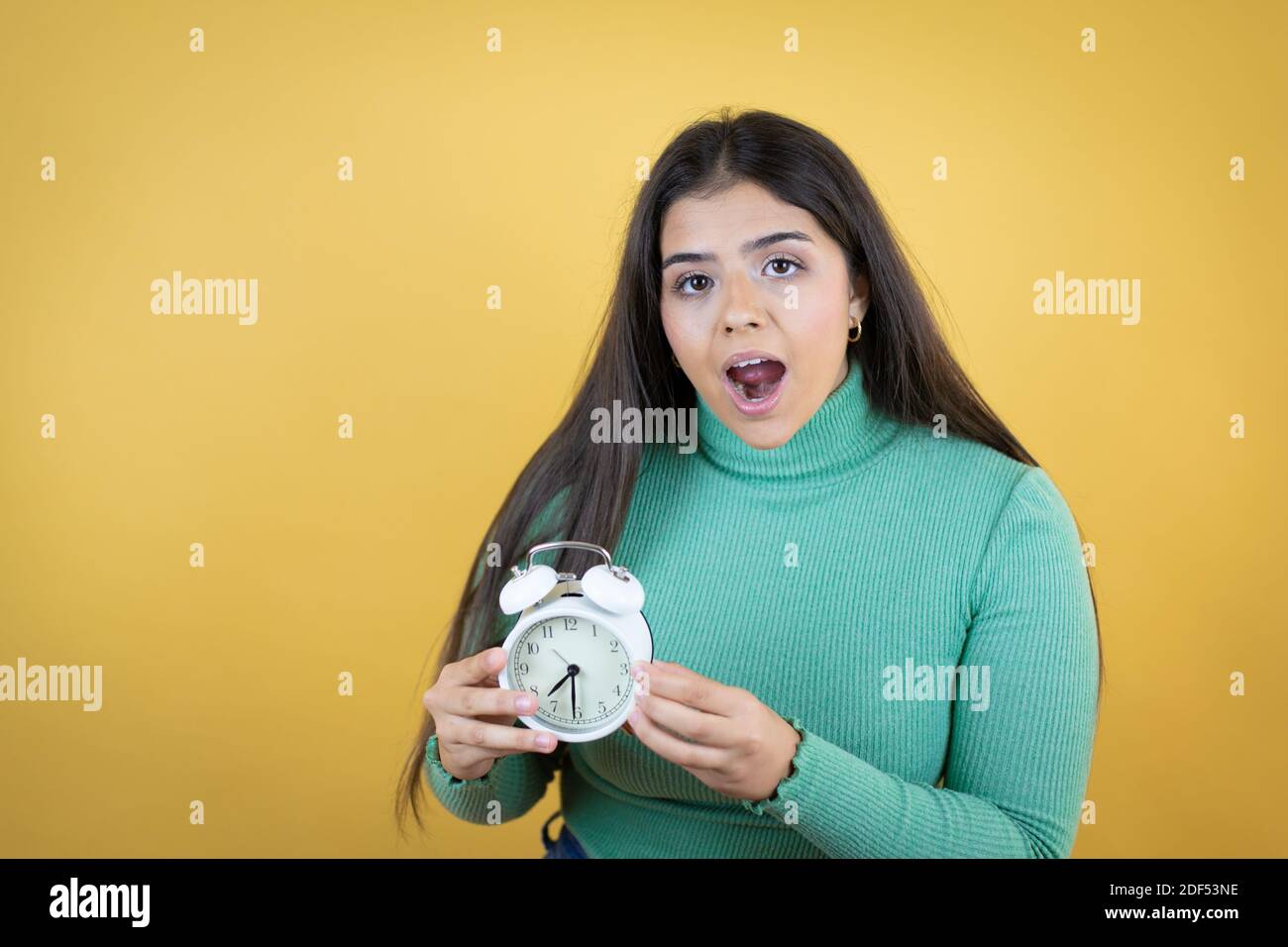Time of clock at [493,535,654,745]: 7:30
